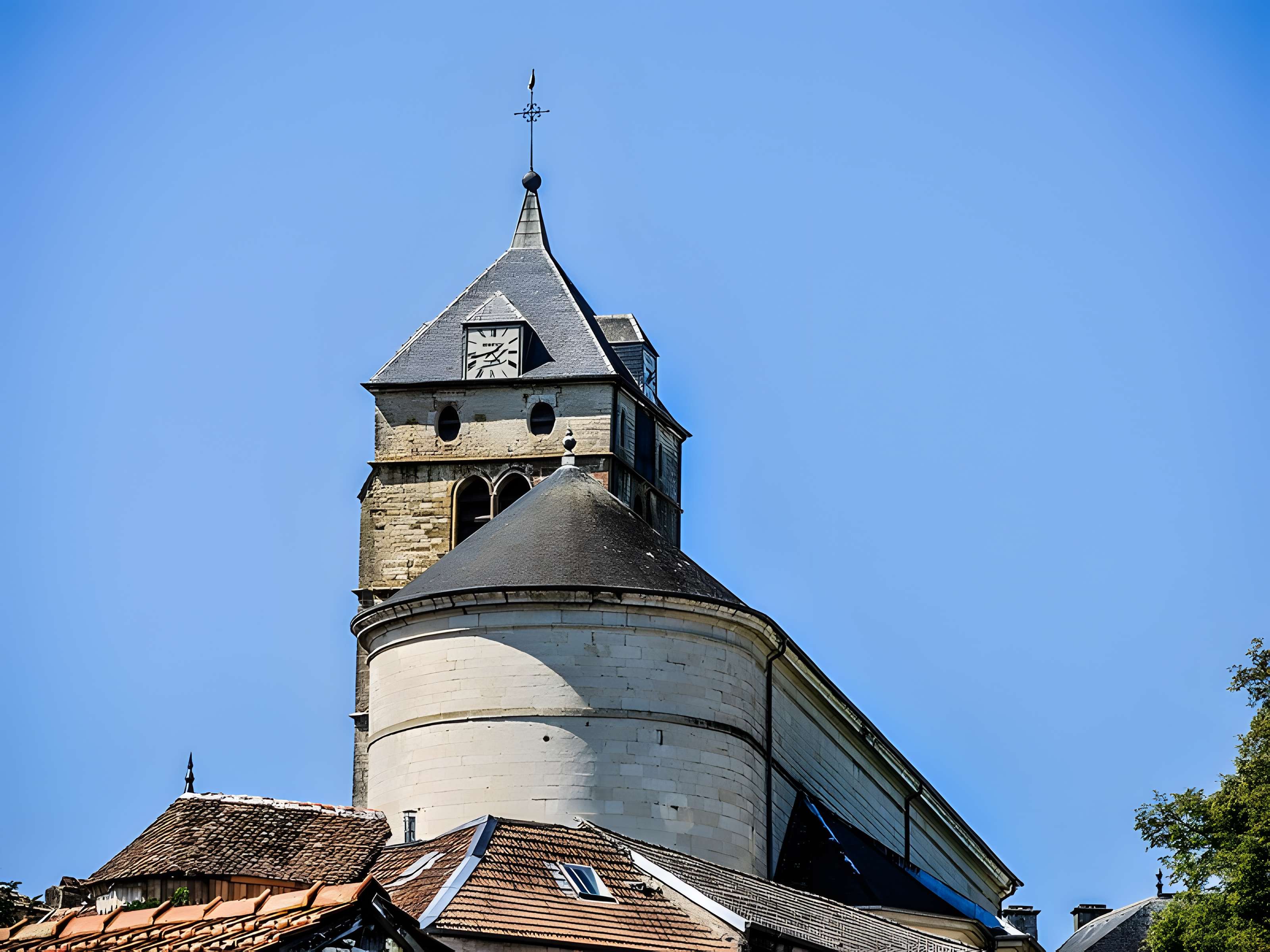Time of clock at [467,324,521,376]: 1:42
